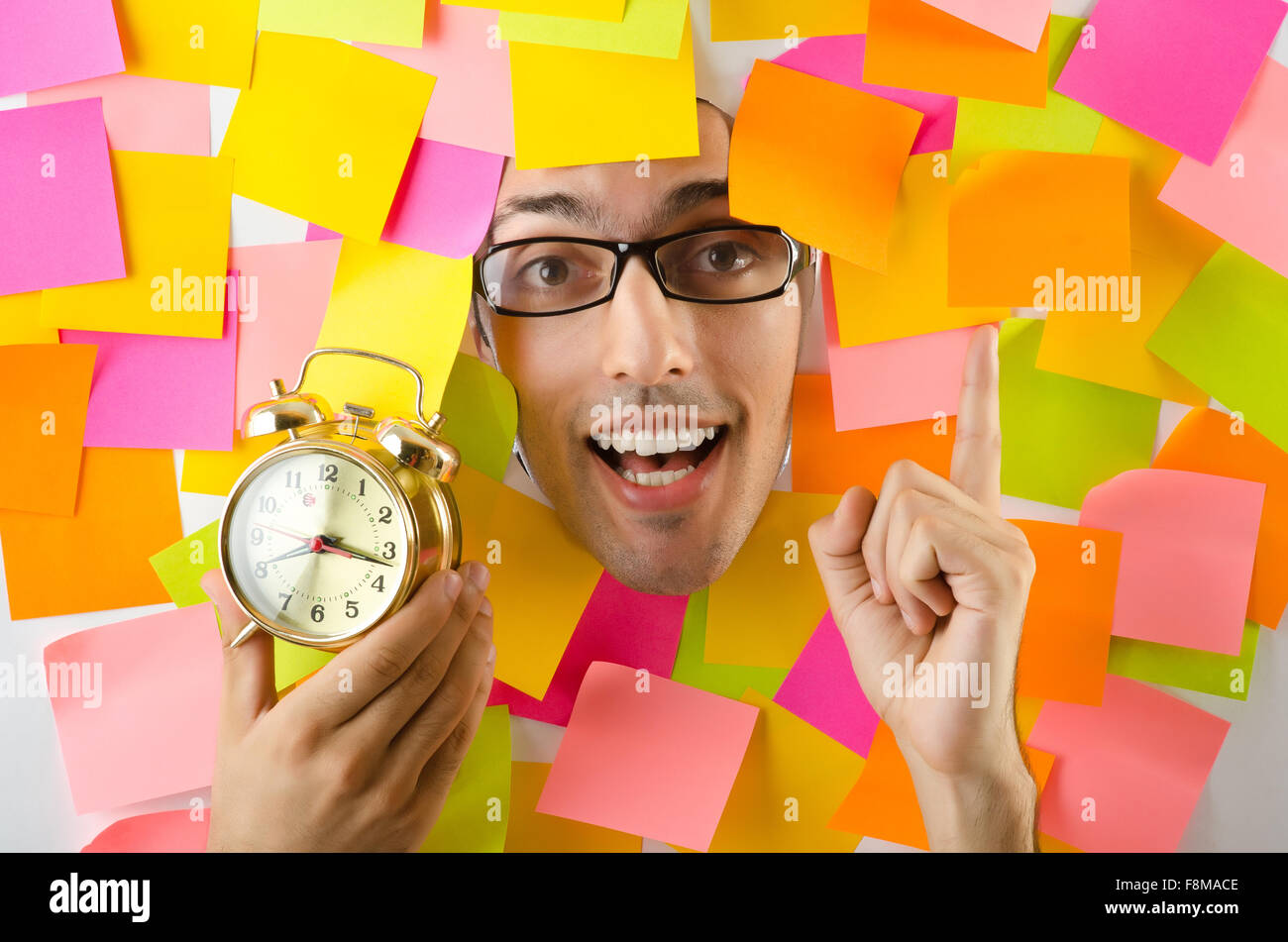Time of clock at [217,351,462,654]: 3:17
